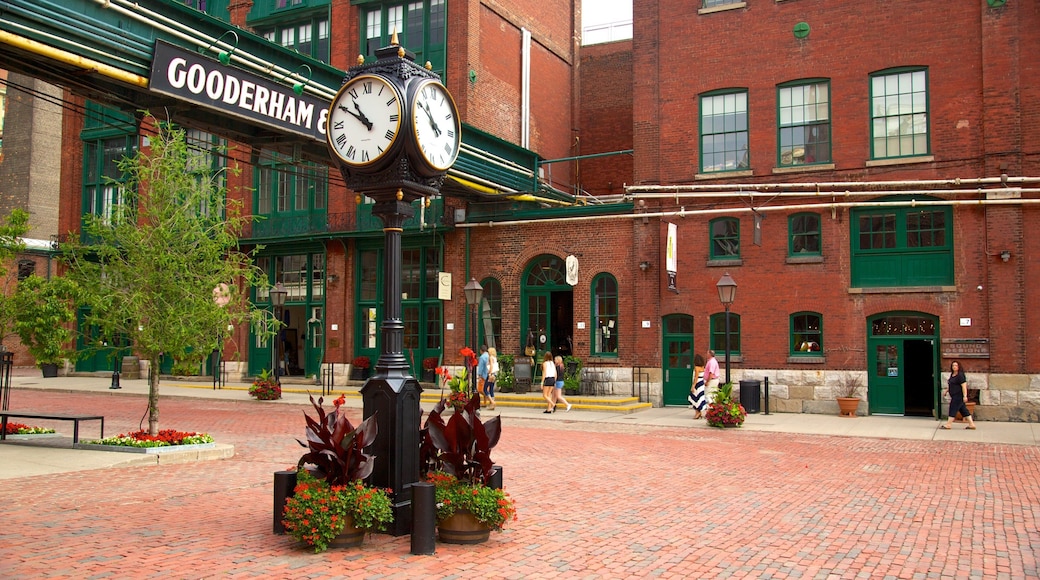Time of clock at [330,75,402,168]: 10:50
